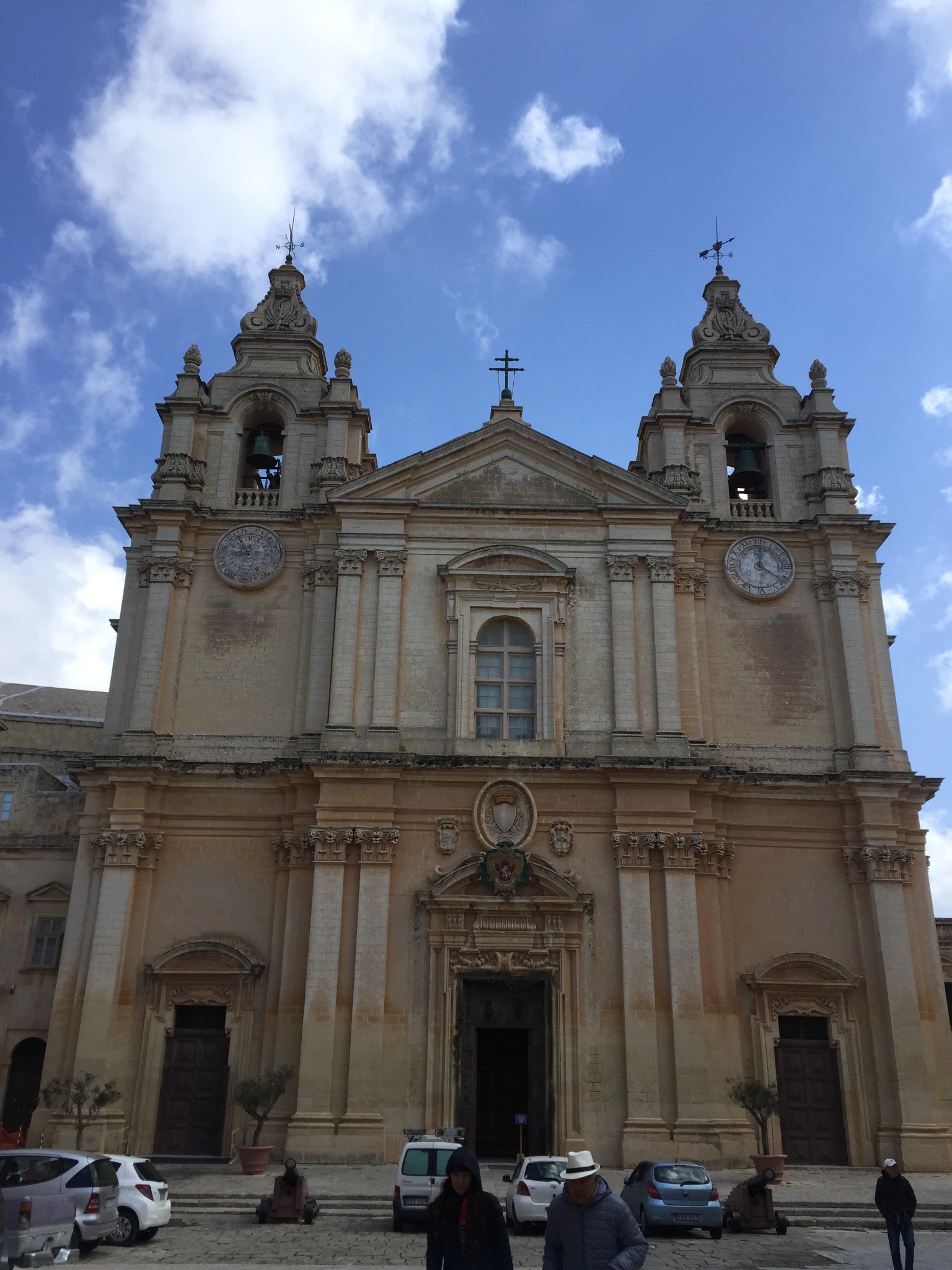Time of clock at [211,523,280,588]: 8:54
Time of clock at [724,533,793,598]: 12:21
